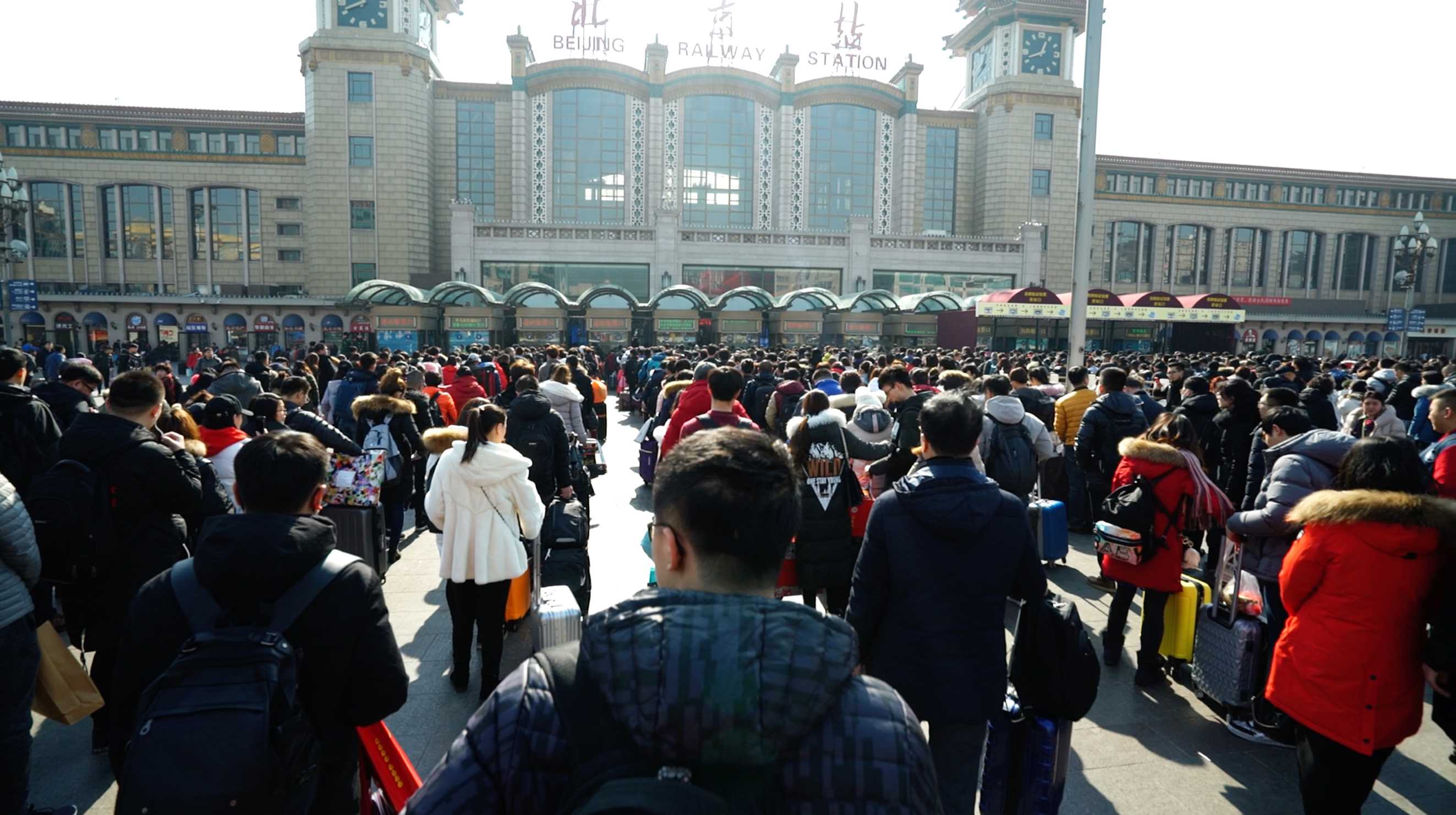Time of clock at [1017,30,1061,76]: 12:41
